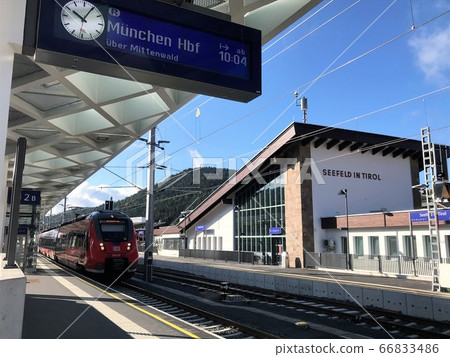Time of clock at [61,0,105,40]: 10:04
